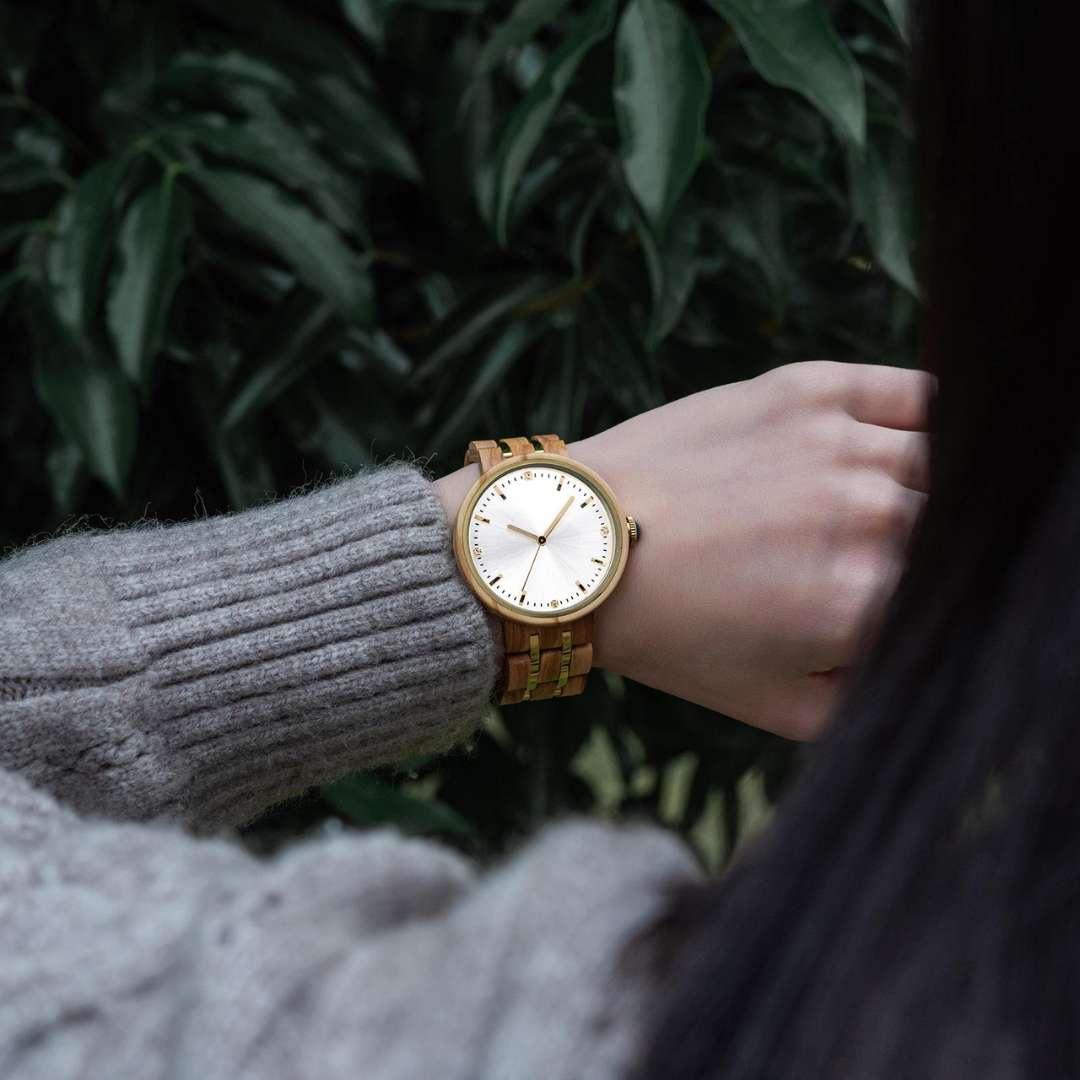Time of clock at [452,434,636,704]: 9:08
